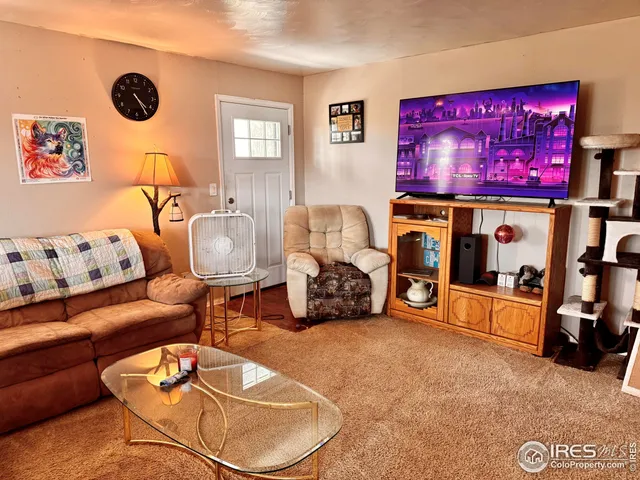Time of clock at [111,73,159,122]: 4:24
